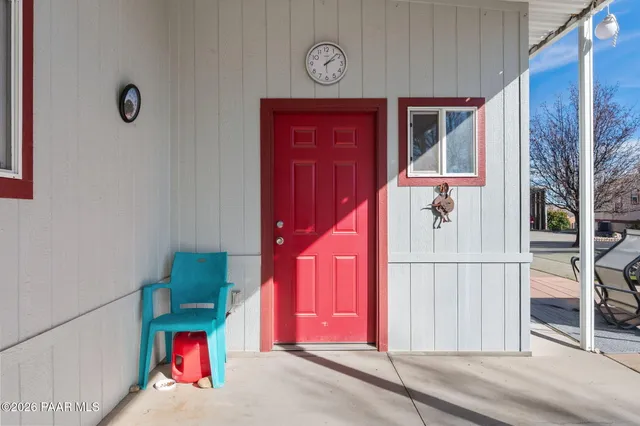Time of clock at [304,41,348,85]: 2:08
